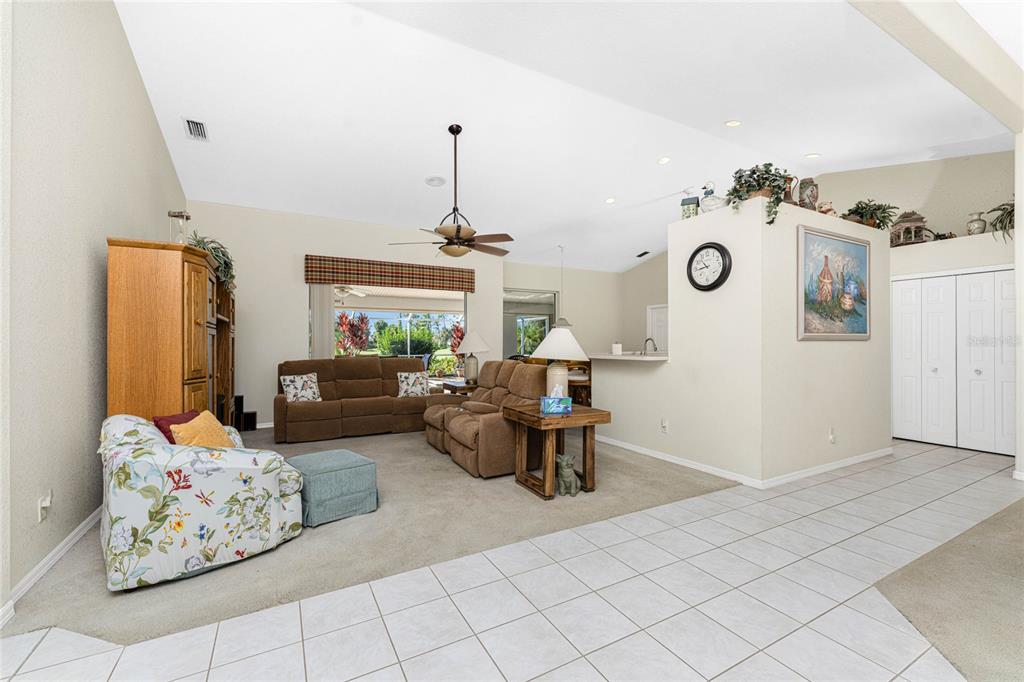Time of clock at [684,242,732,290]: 10:43
